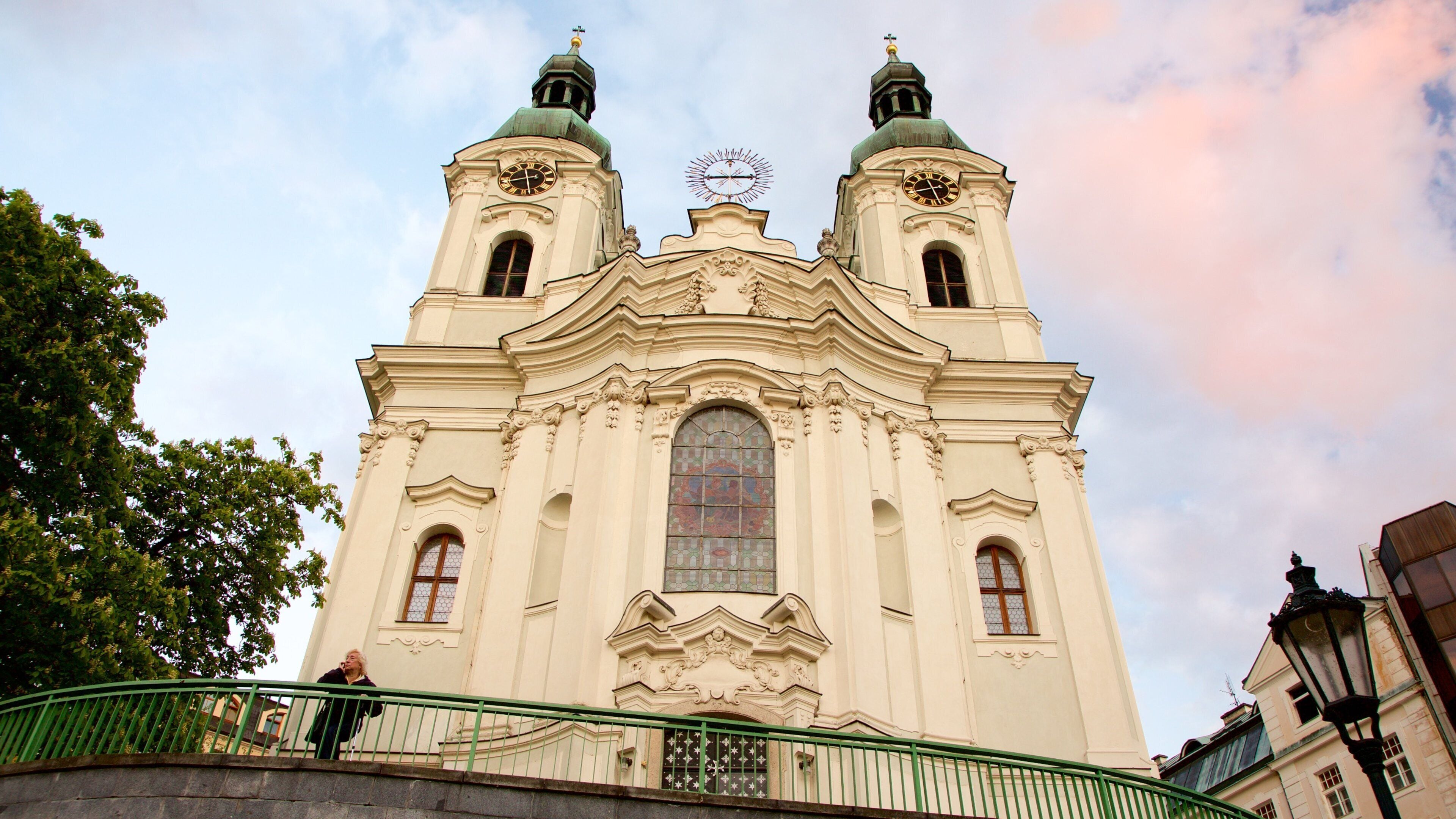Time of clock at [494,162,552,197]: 8:27
